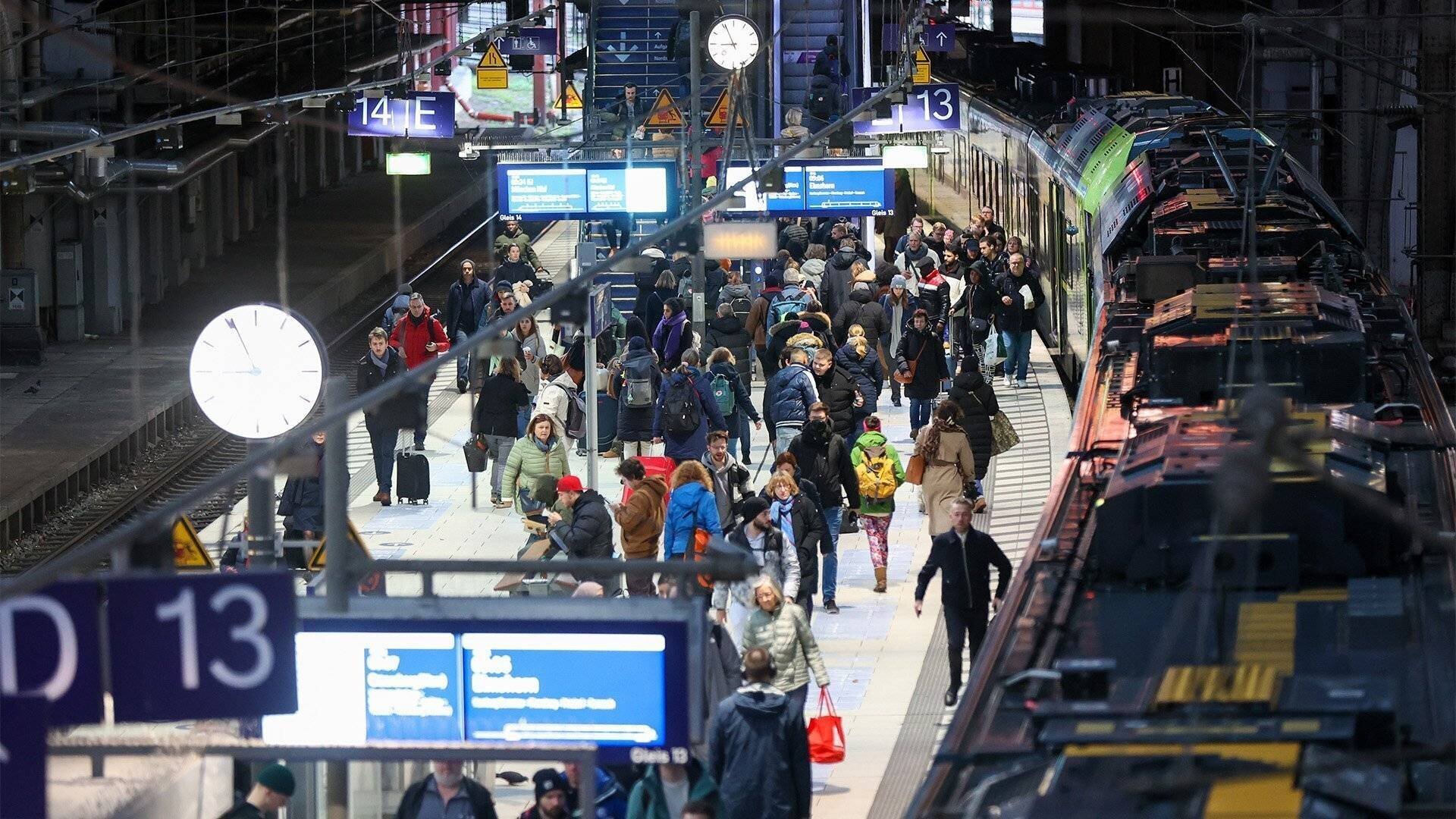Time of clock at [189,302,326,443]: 8:55
